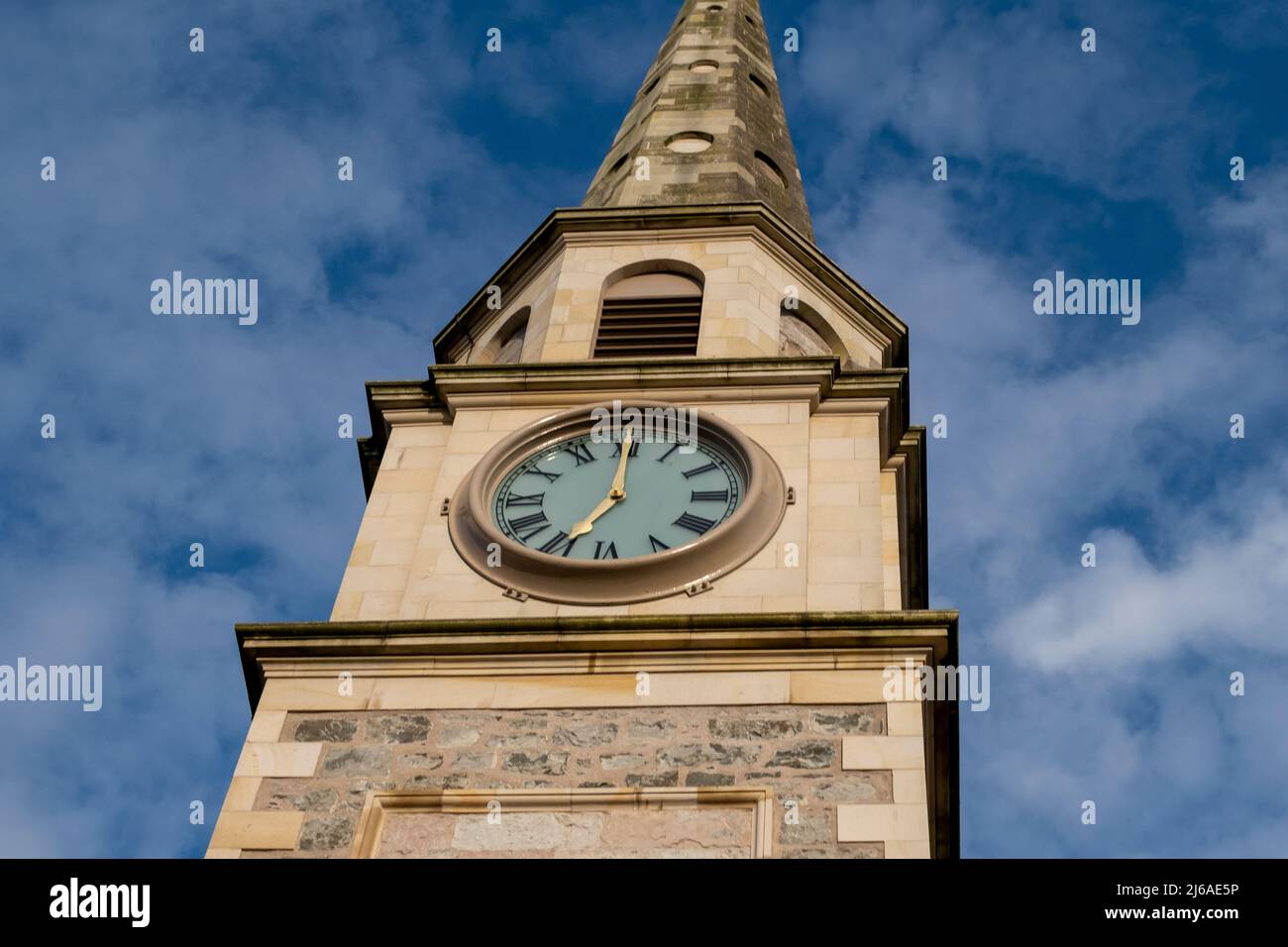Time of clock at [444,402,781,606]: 7:00
